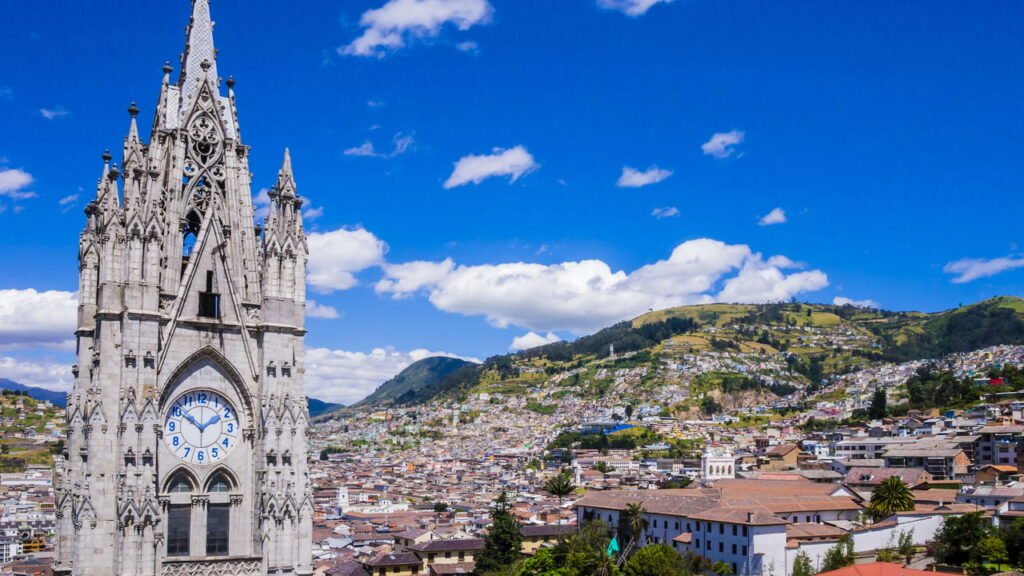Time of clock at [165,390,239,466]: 1:50
